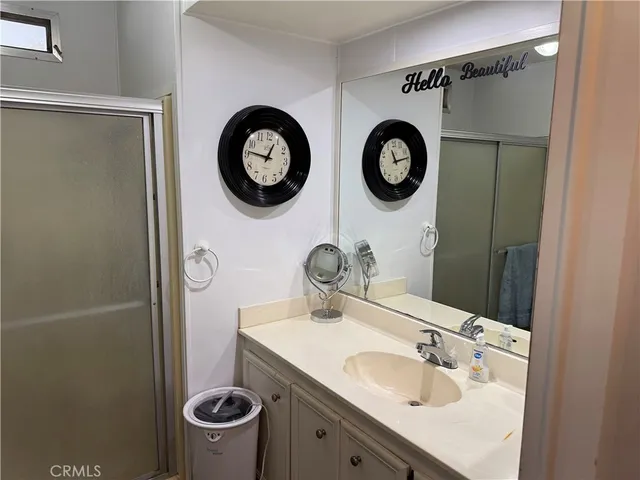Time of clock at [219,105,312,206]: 12:46
